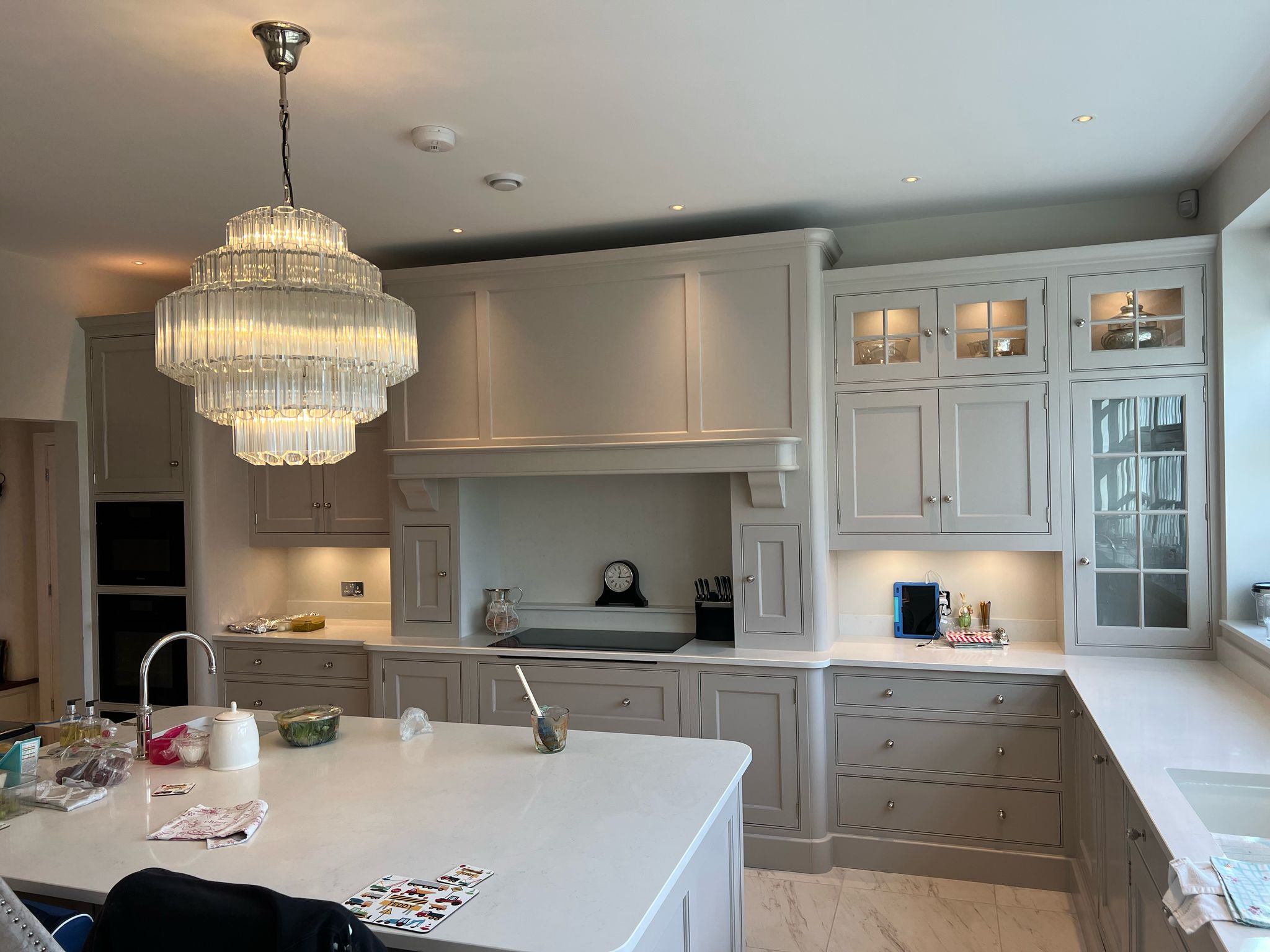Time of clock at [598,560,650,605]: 12:14
